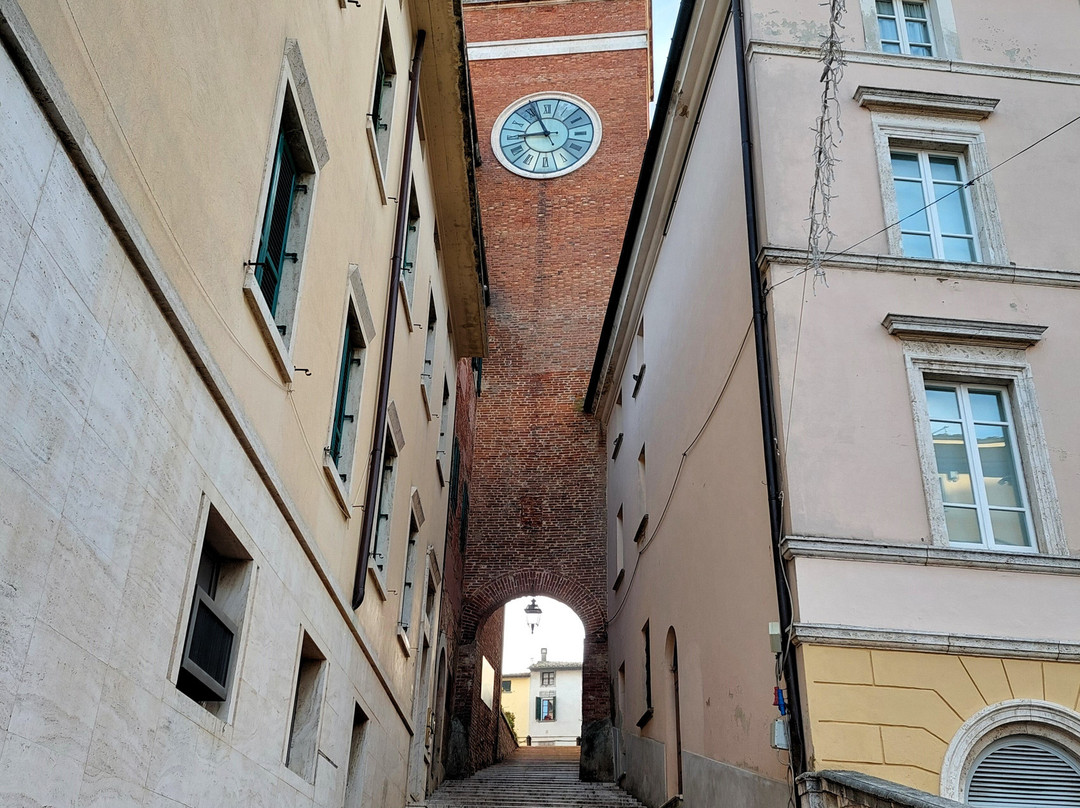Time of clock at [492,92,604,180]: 8:56
